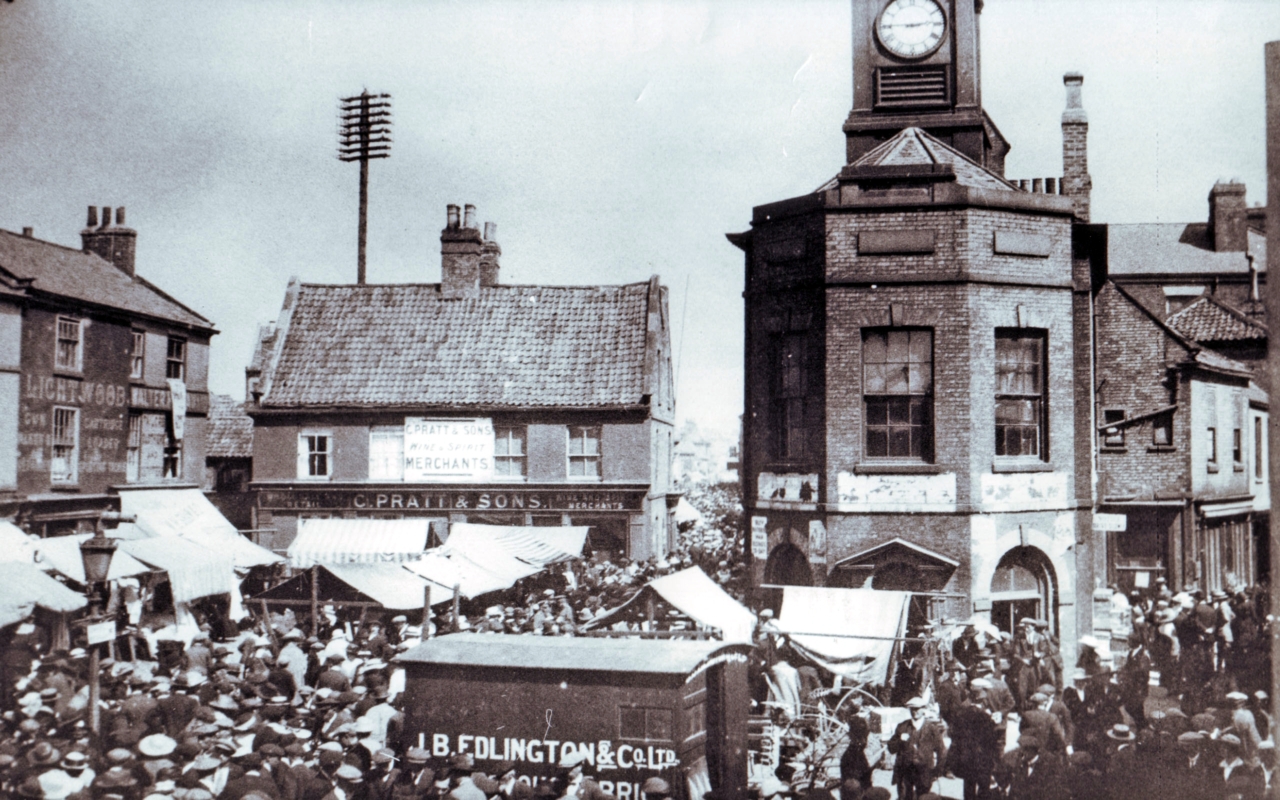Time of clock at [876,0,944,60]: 2:45
